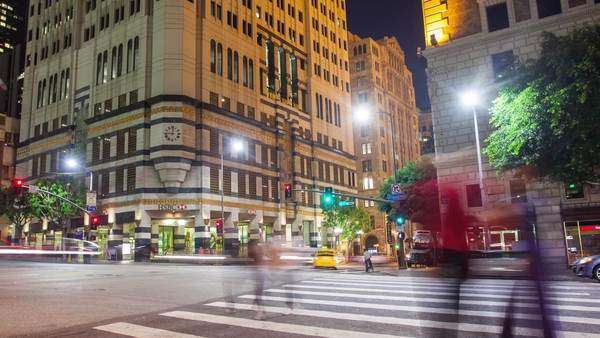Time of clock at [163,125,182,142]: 9:01
